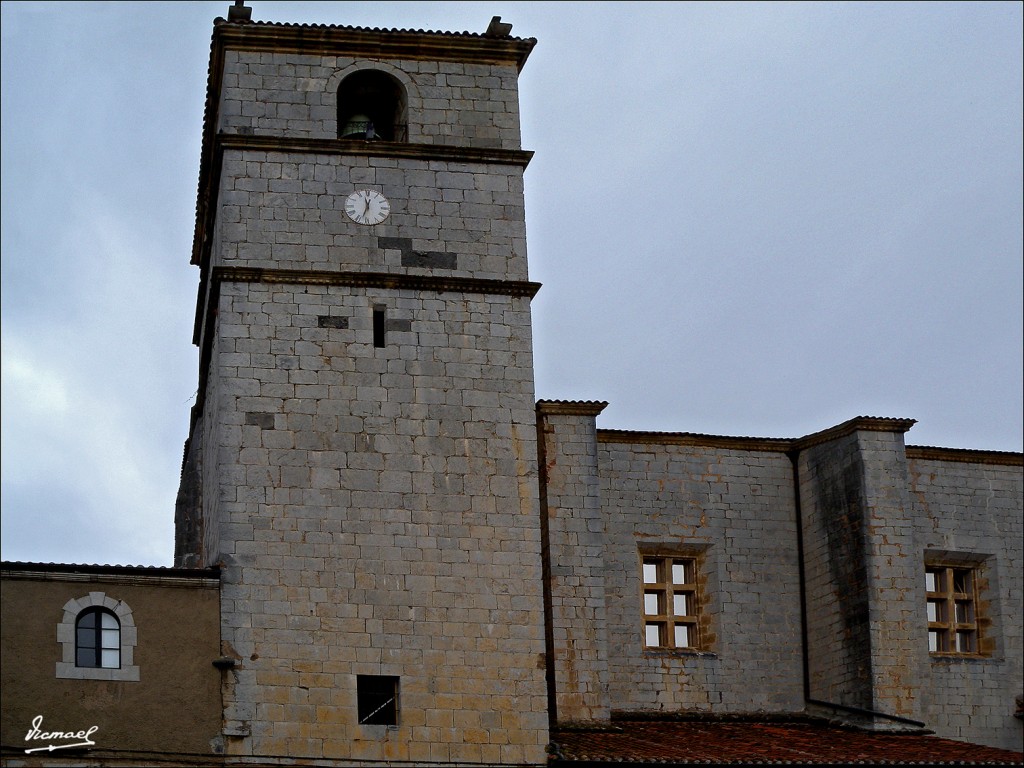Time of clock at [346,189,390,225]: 11:32
